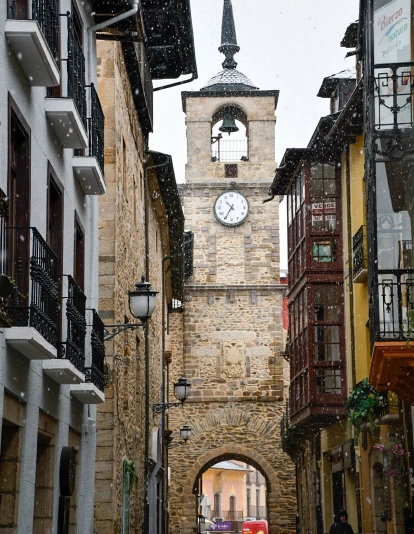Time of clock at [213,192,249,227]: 10:34
